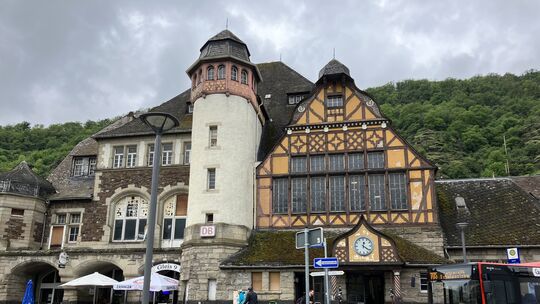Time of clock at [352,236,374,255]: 12:21
